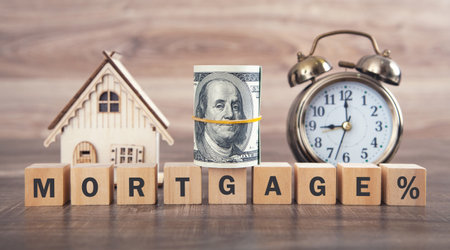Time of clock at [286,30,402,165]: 9:00
